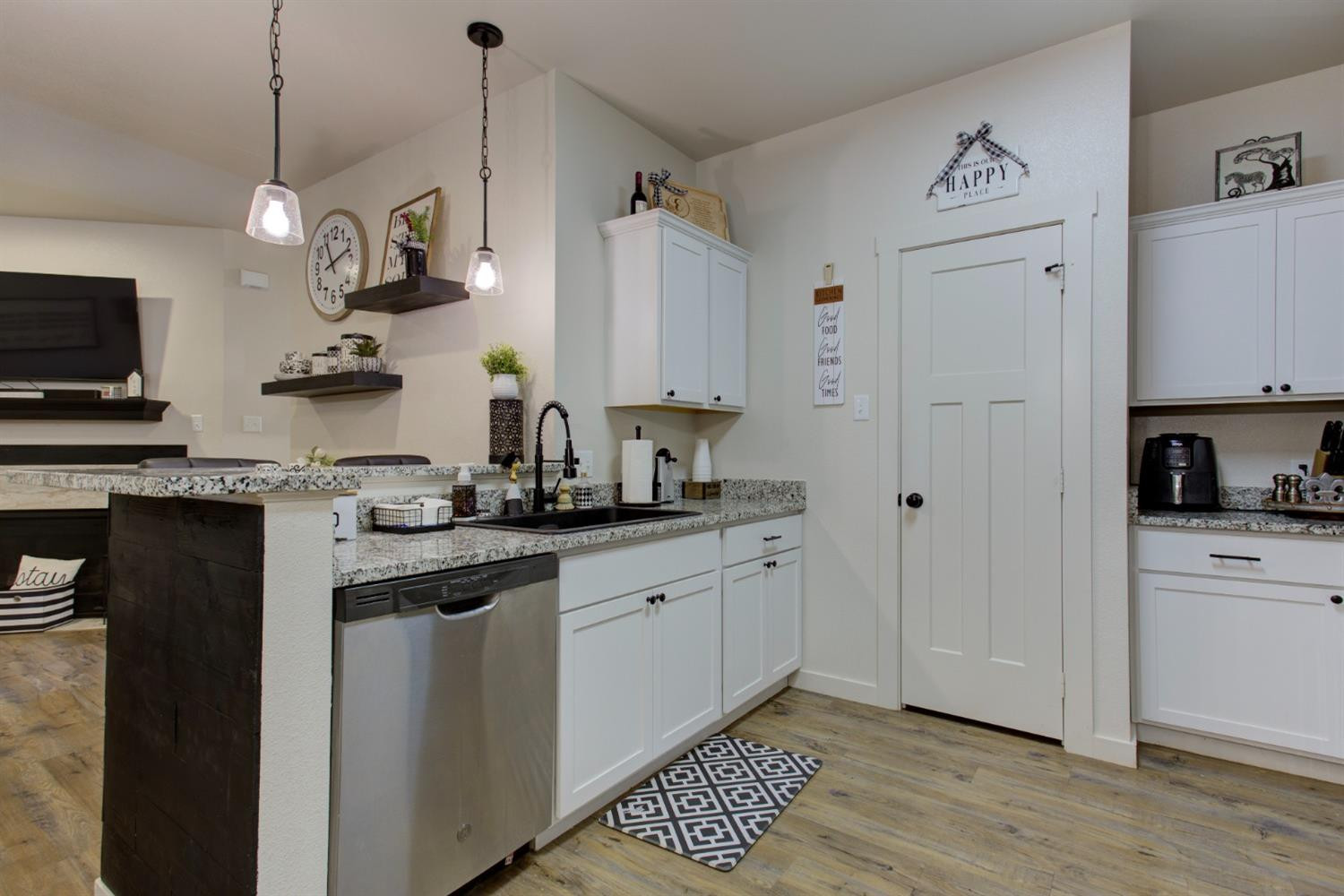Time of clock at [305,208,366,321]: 11:11
